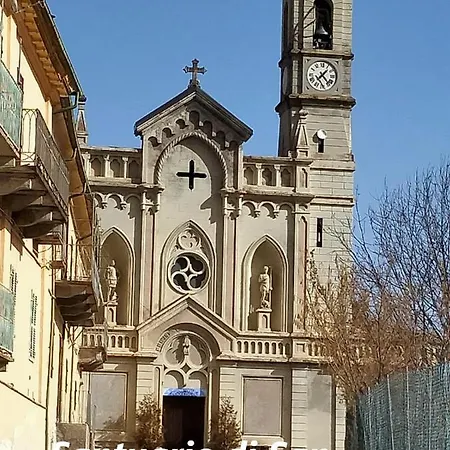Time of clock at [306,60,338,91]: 1:23
